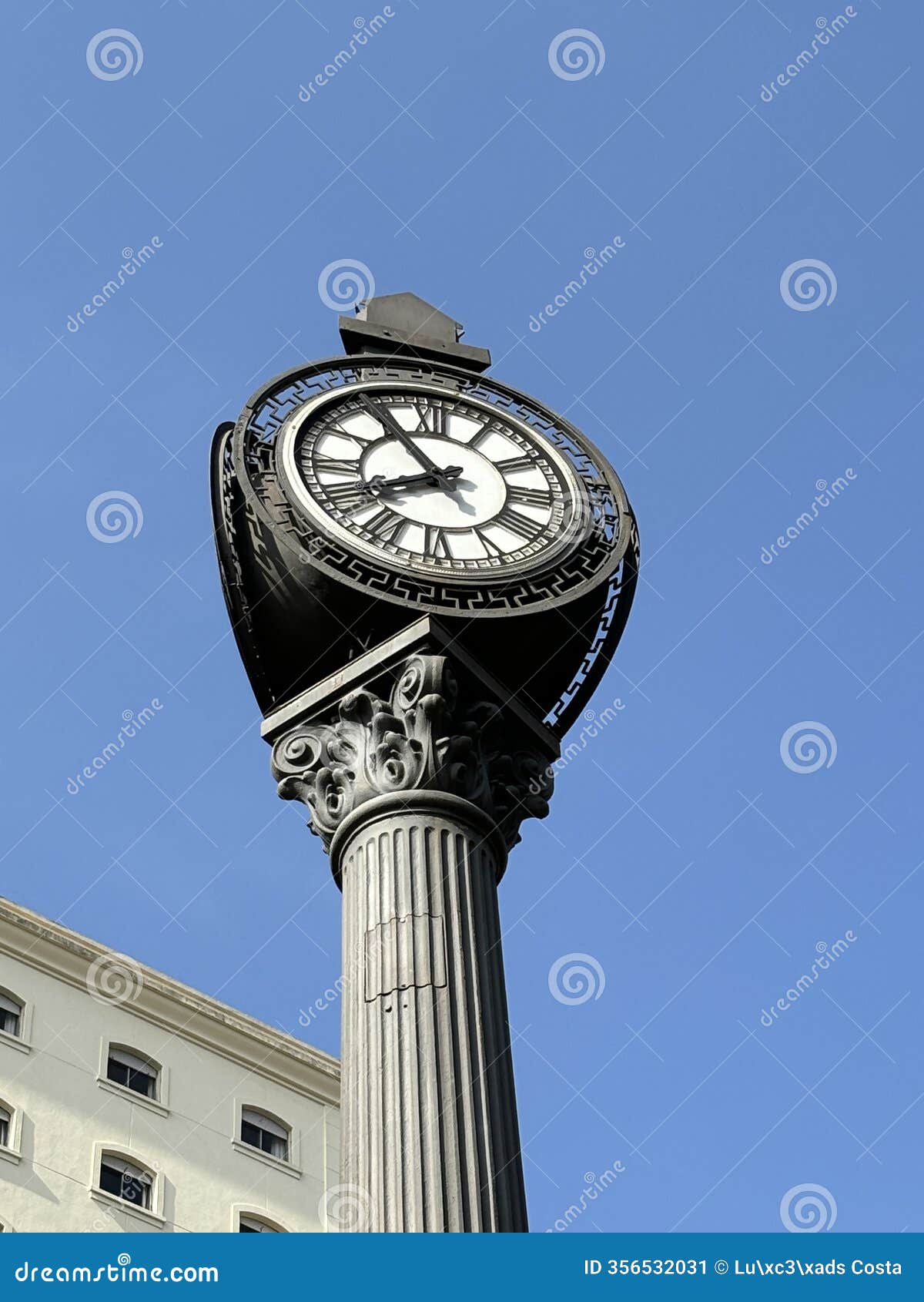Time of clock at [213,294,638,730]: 7:55
